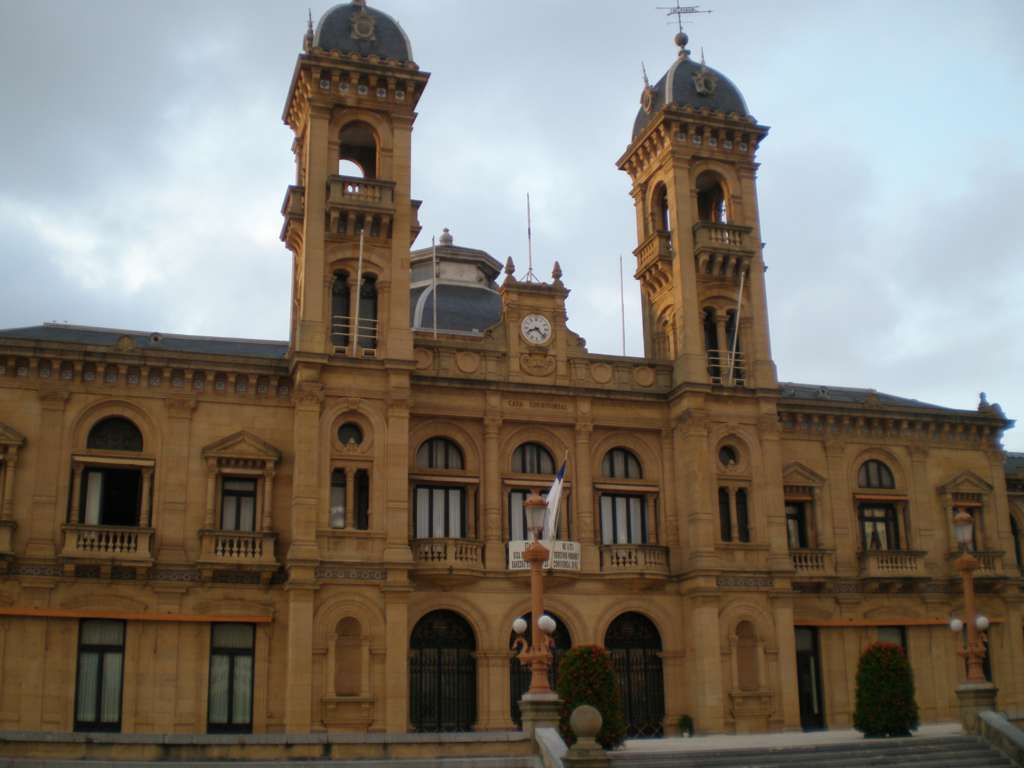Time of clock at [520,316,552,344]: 8:22
